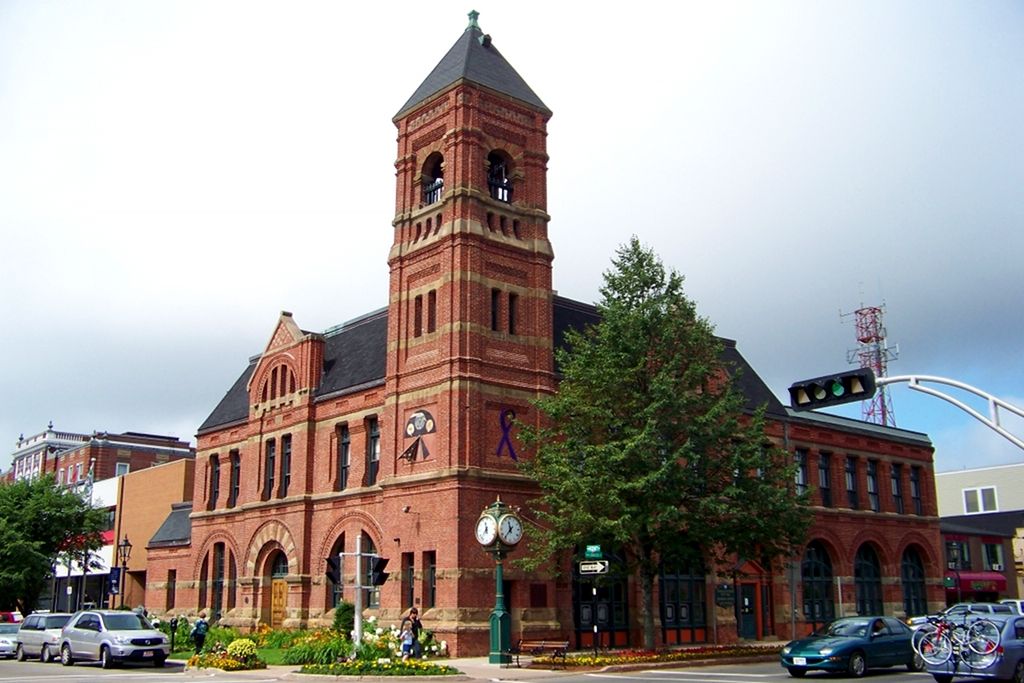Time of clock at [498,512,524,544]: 11:36
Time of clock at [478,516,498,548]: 11:36
